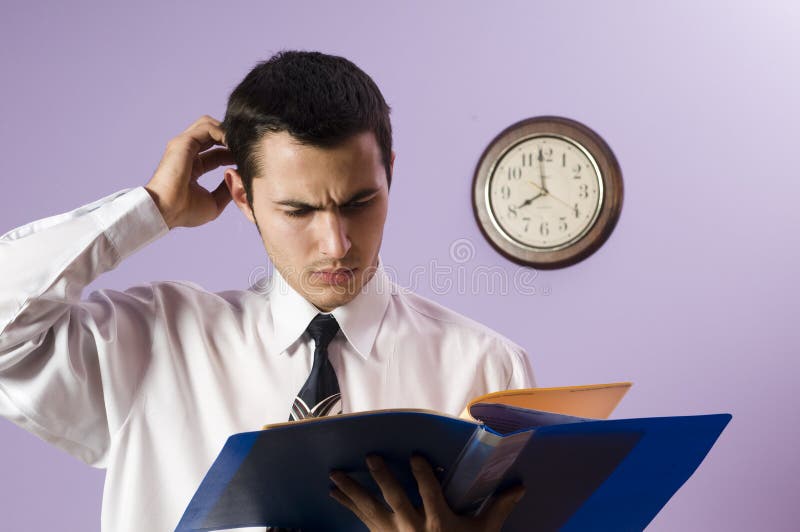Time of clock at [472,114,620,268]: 7:59
